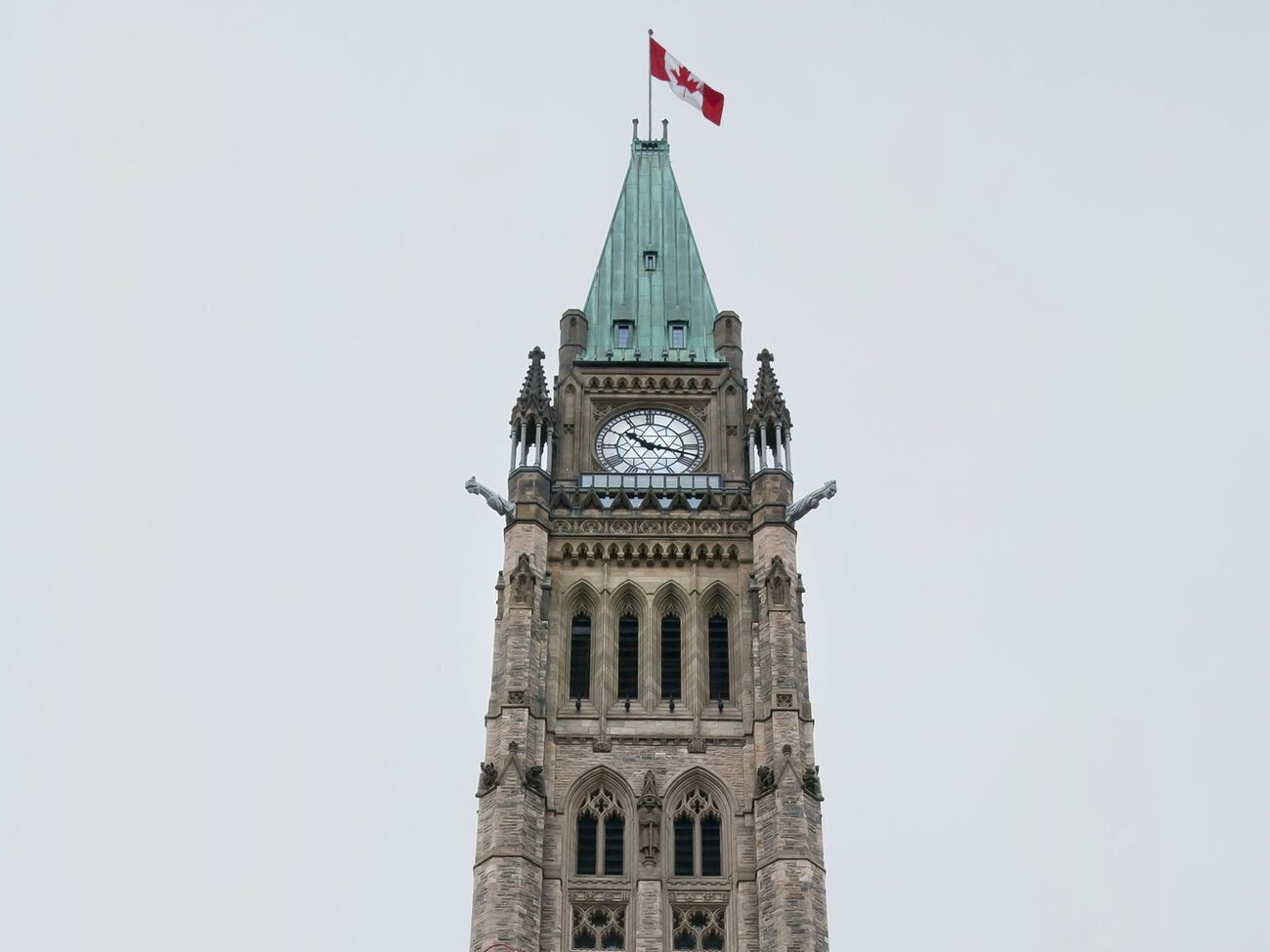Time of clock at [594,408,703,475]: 10:17
